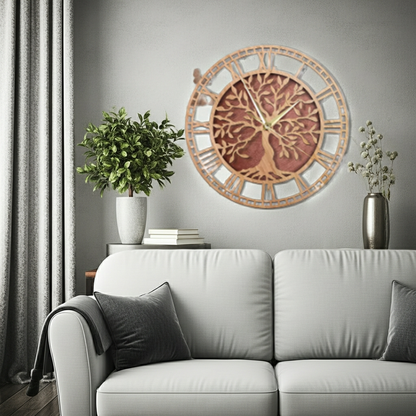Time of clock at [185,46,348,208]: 1:56
